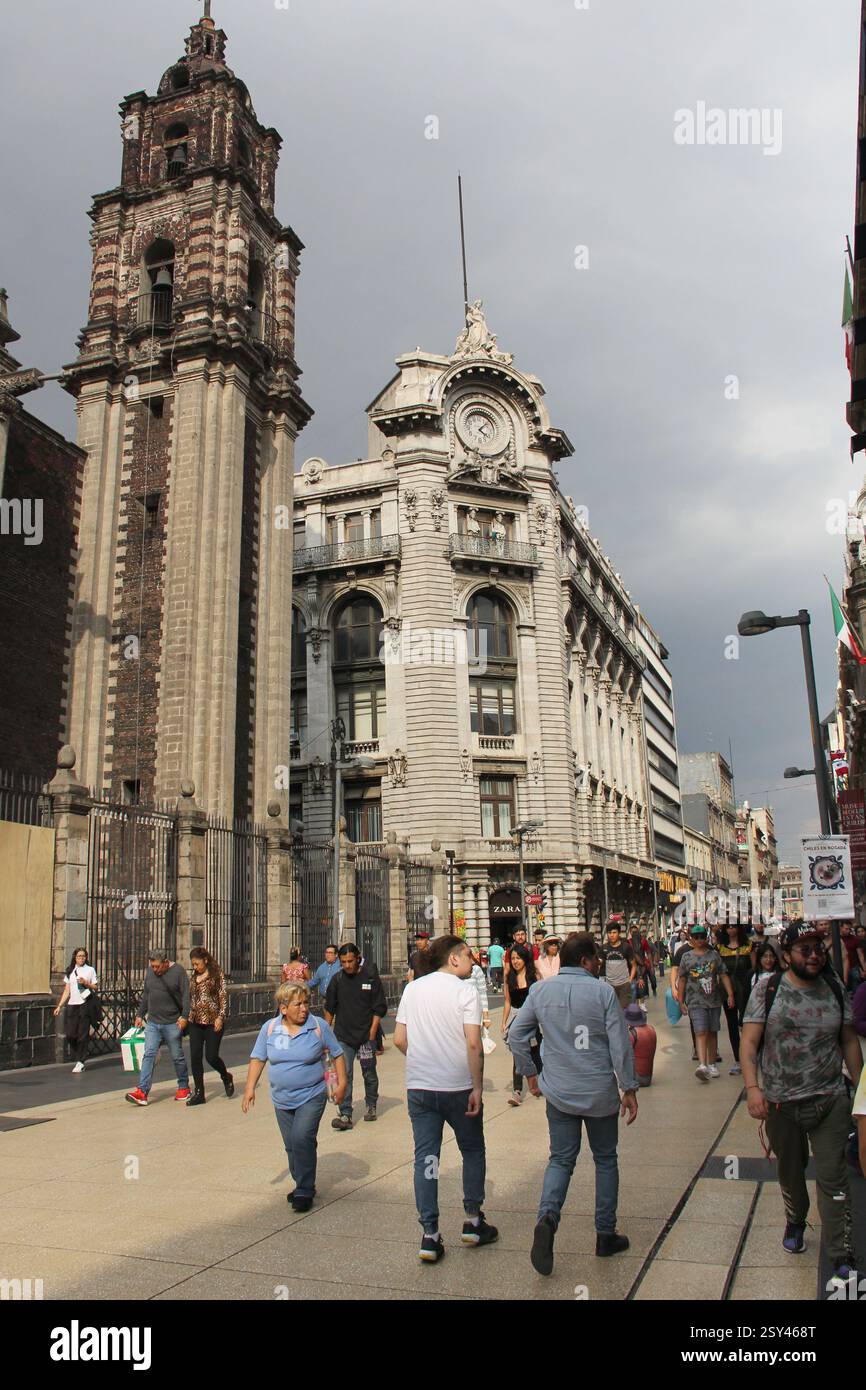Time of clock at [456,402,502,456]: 4:07
